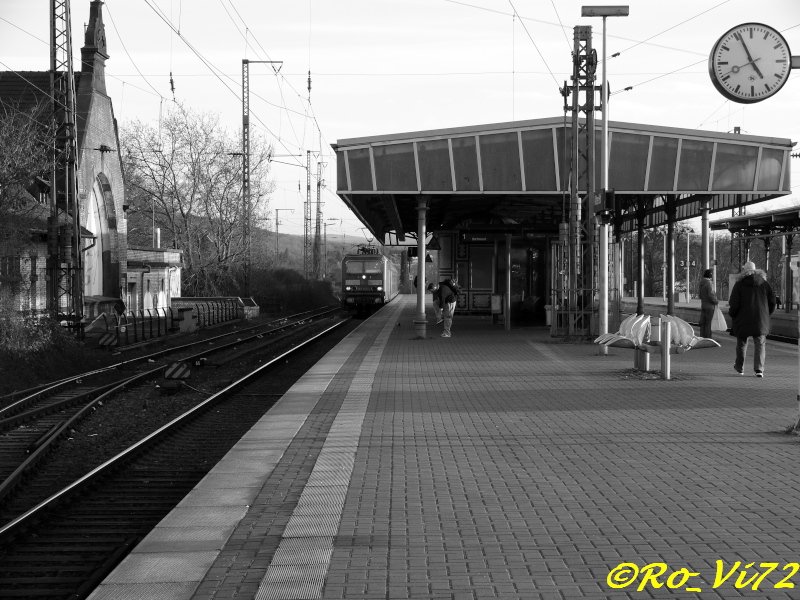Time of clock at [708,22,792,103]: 4:56
